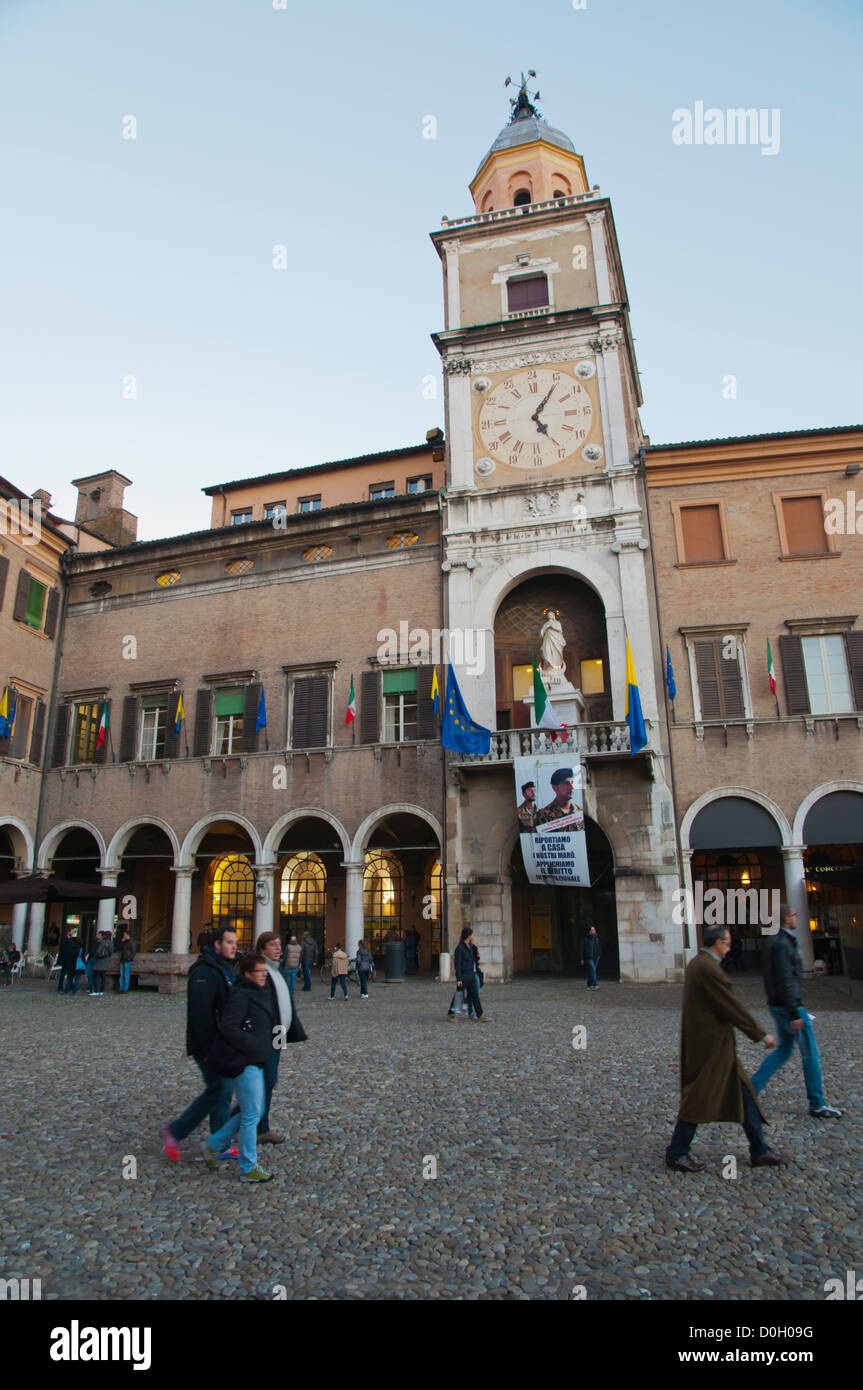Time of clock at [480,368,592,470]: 5:05
